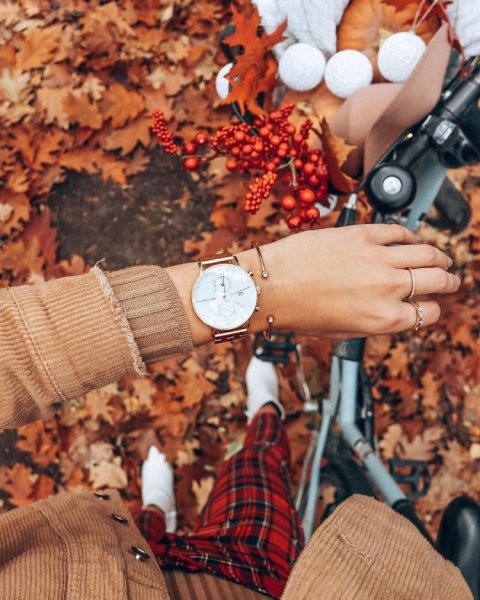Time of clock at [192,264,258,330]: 12:12
